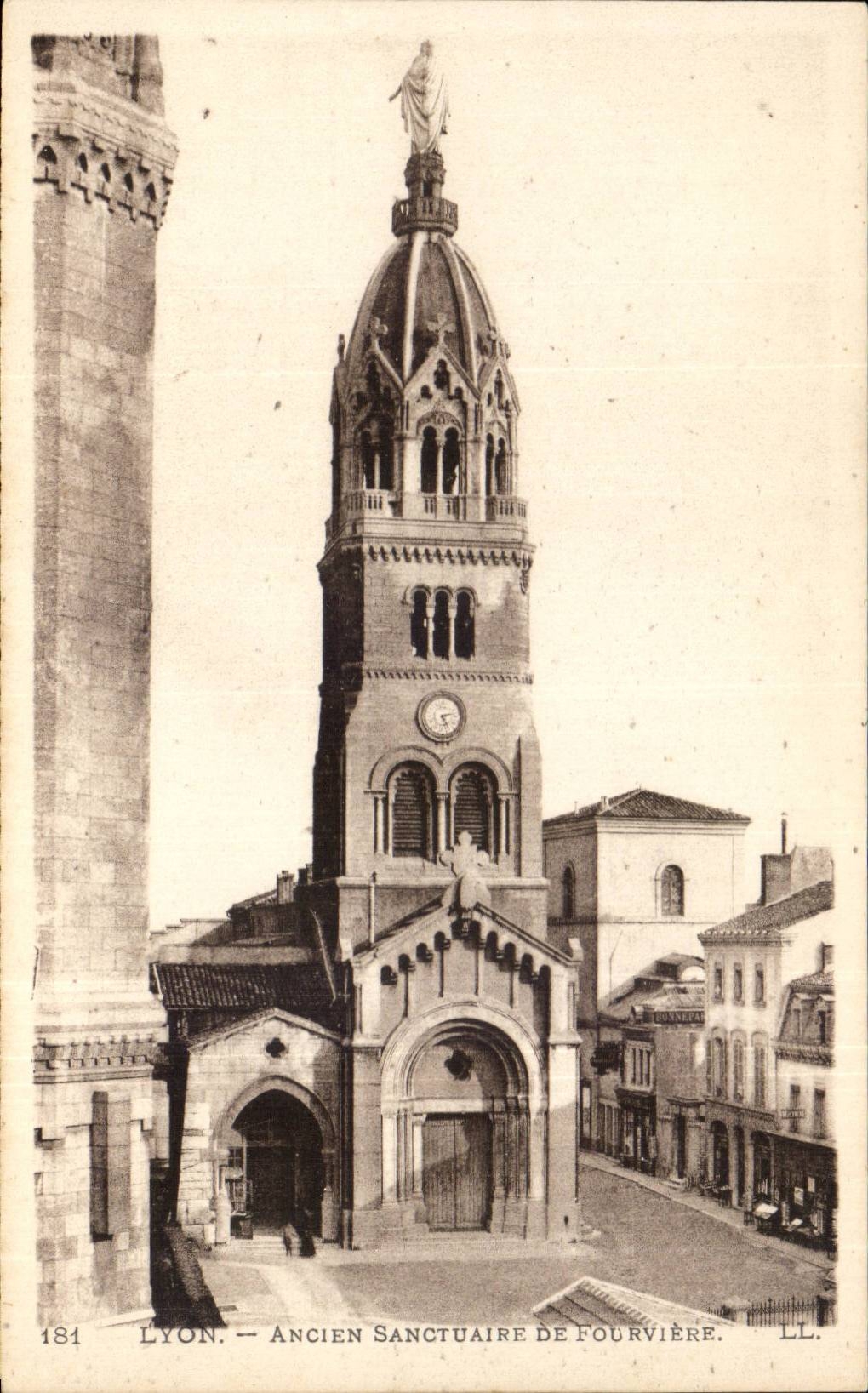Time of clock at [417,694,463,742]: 5:12
